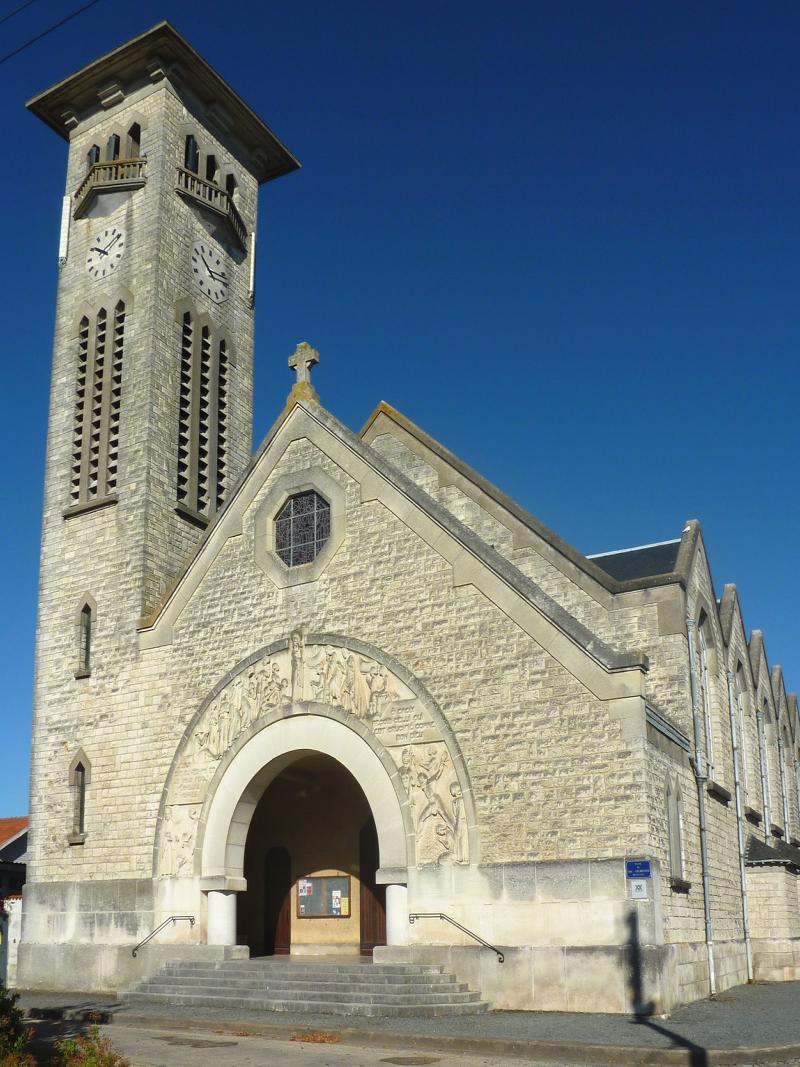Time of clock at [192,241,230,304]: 11:17
